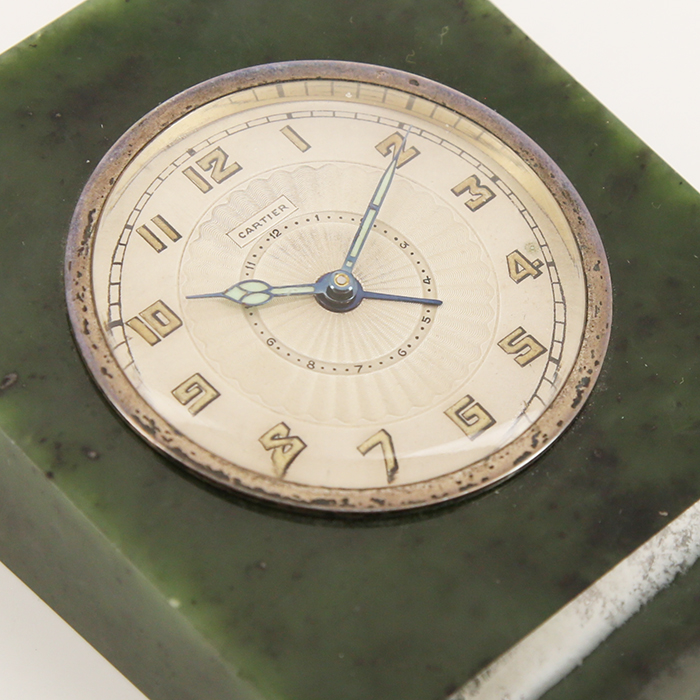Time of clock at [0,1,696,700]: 9:04
